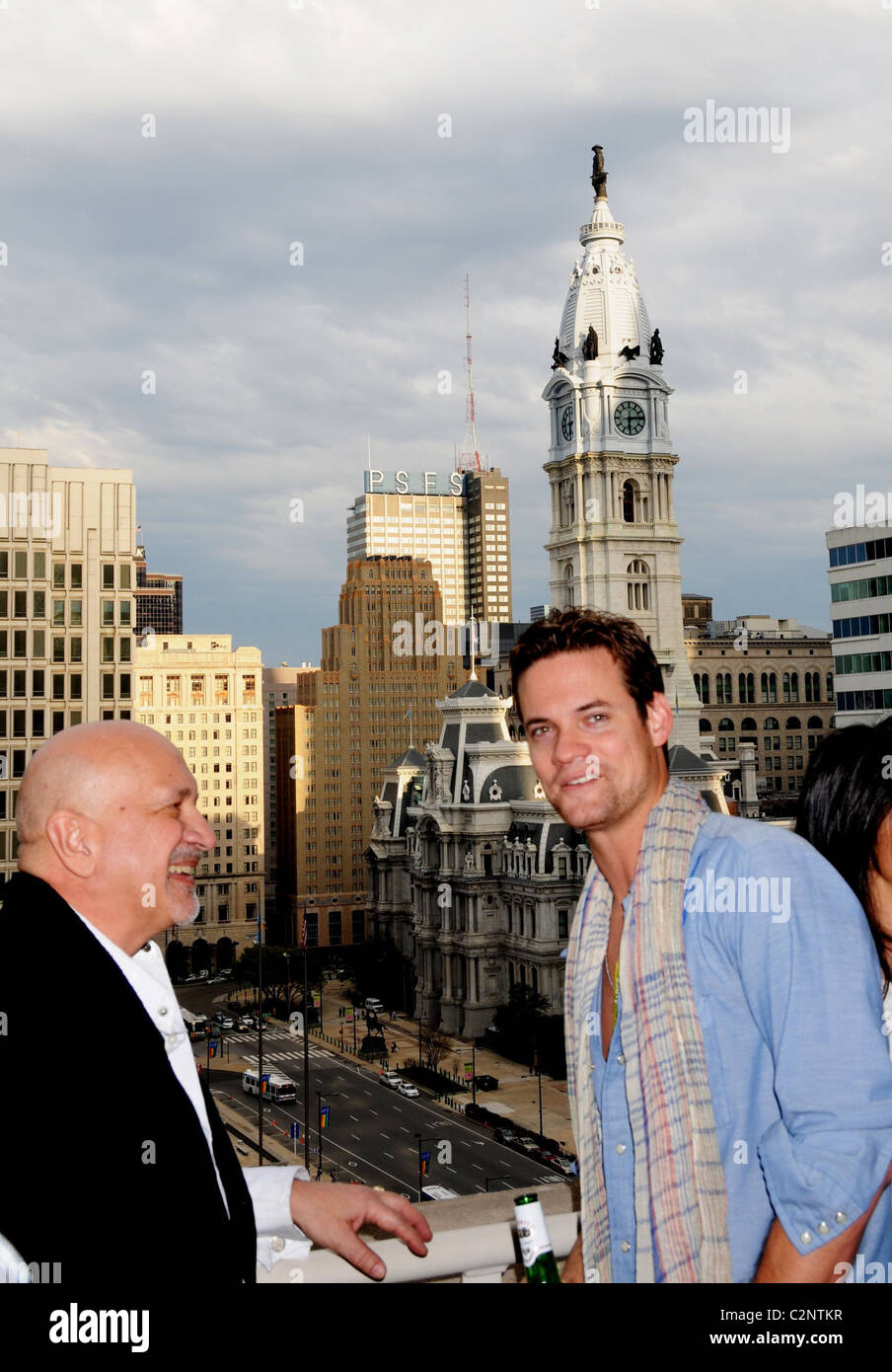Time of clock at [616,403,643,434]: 6:14
